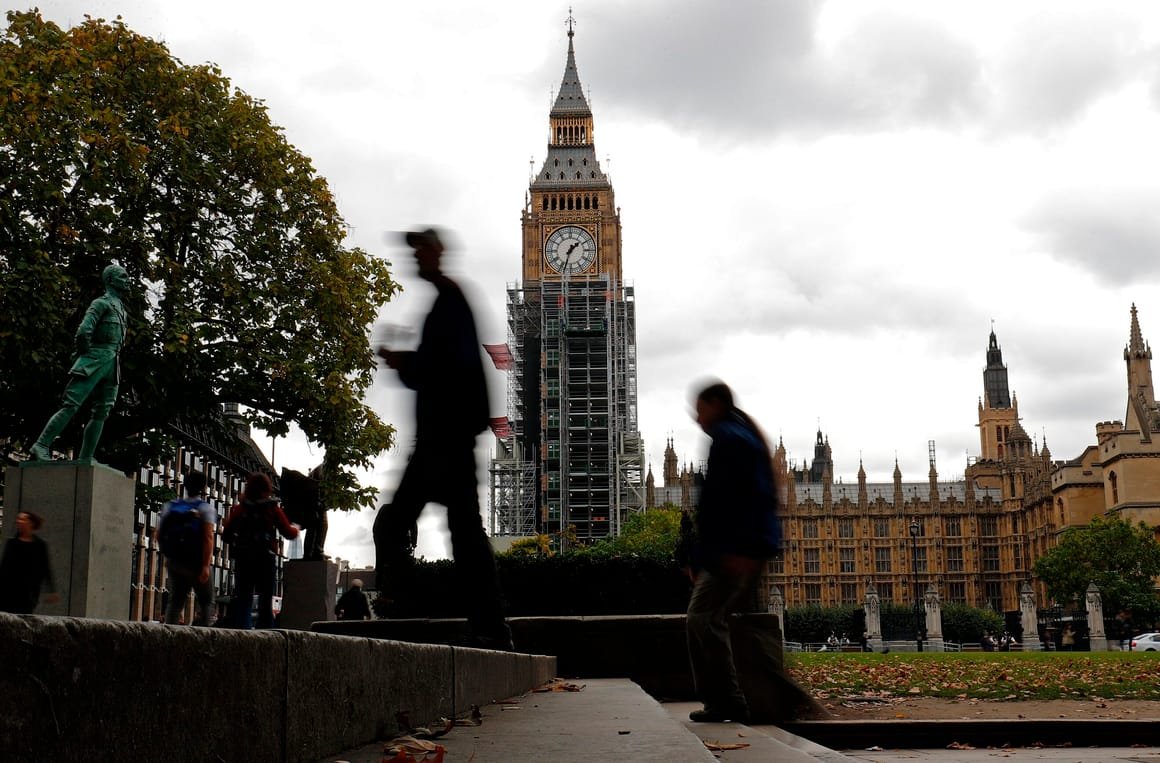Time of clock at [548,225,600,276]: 1:33
